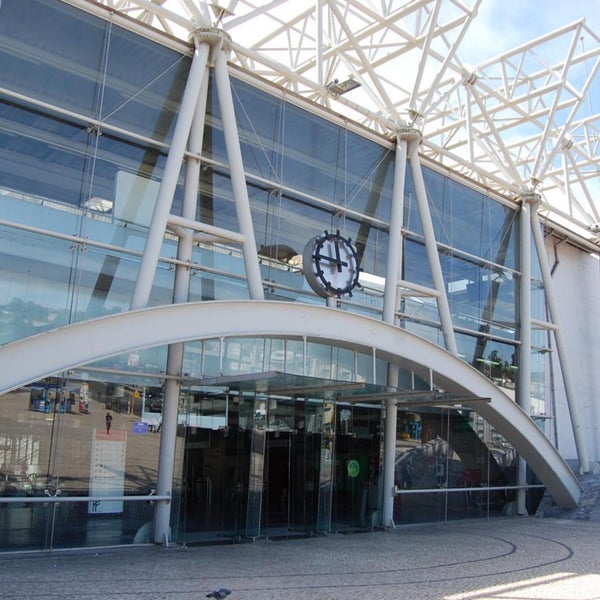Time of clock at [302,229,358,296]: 11:46
